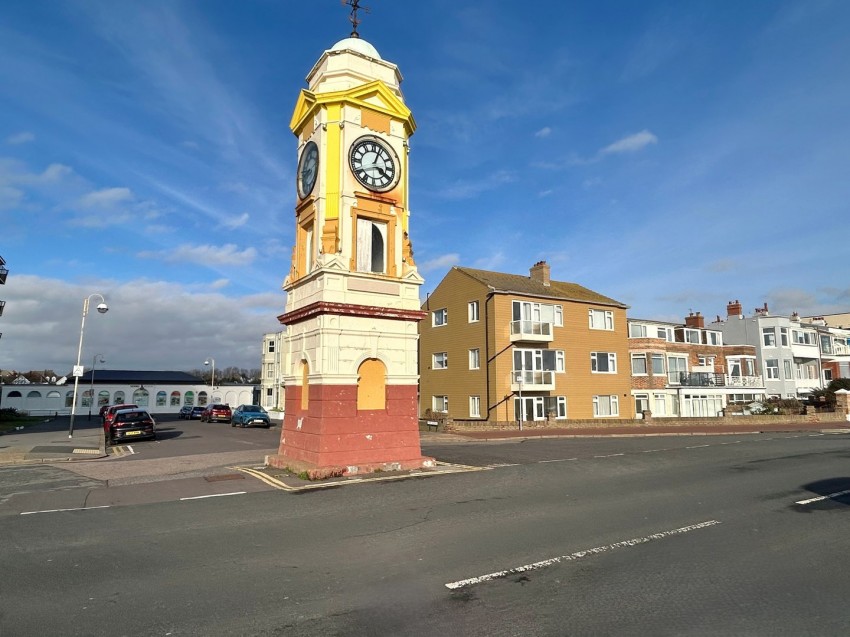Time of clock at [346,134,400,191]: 4:03
